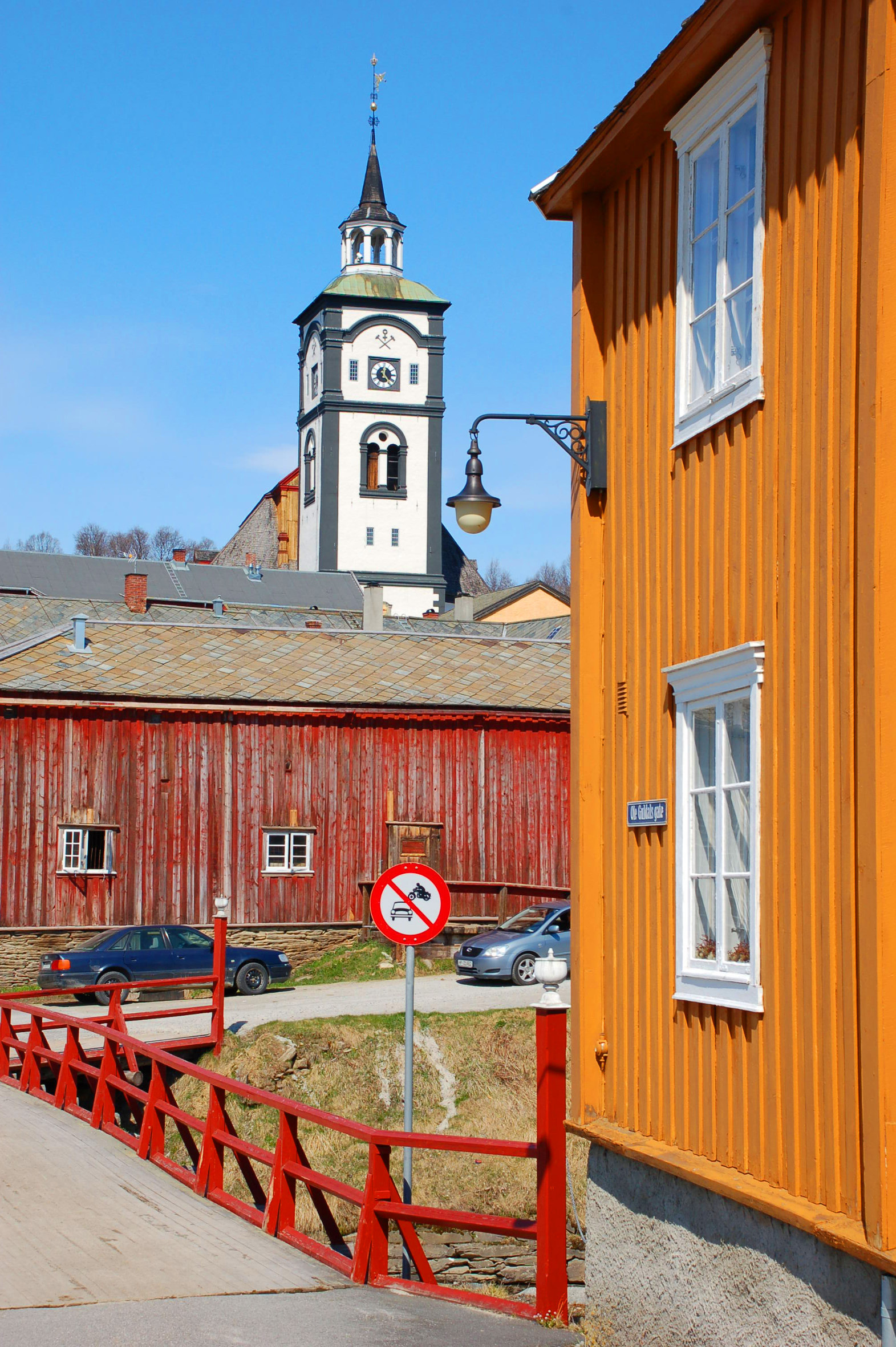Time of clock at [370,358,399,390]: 12:23
